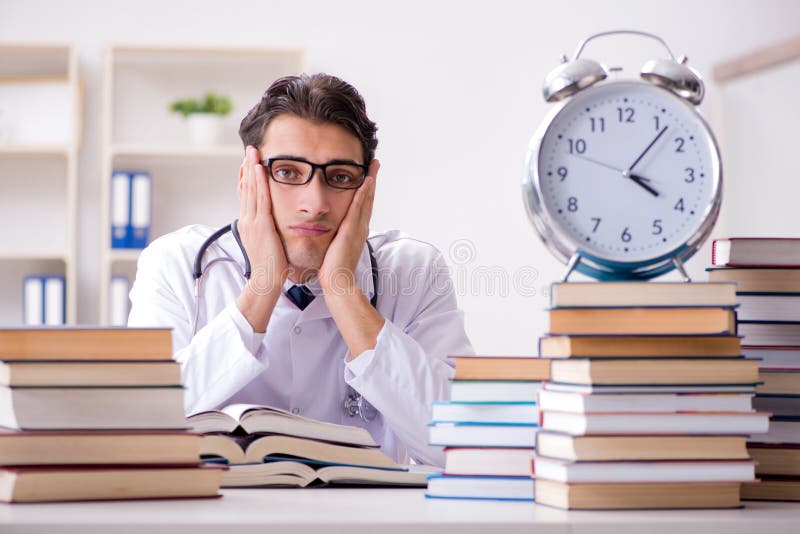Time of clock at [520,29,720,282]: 4:06
